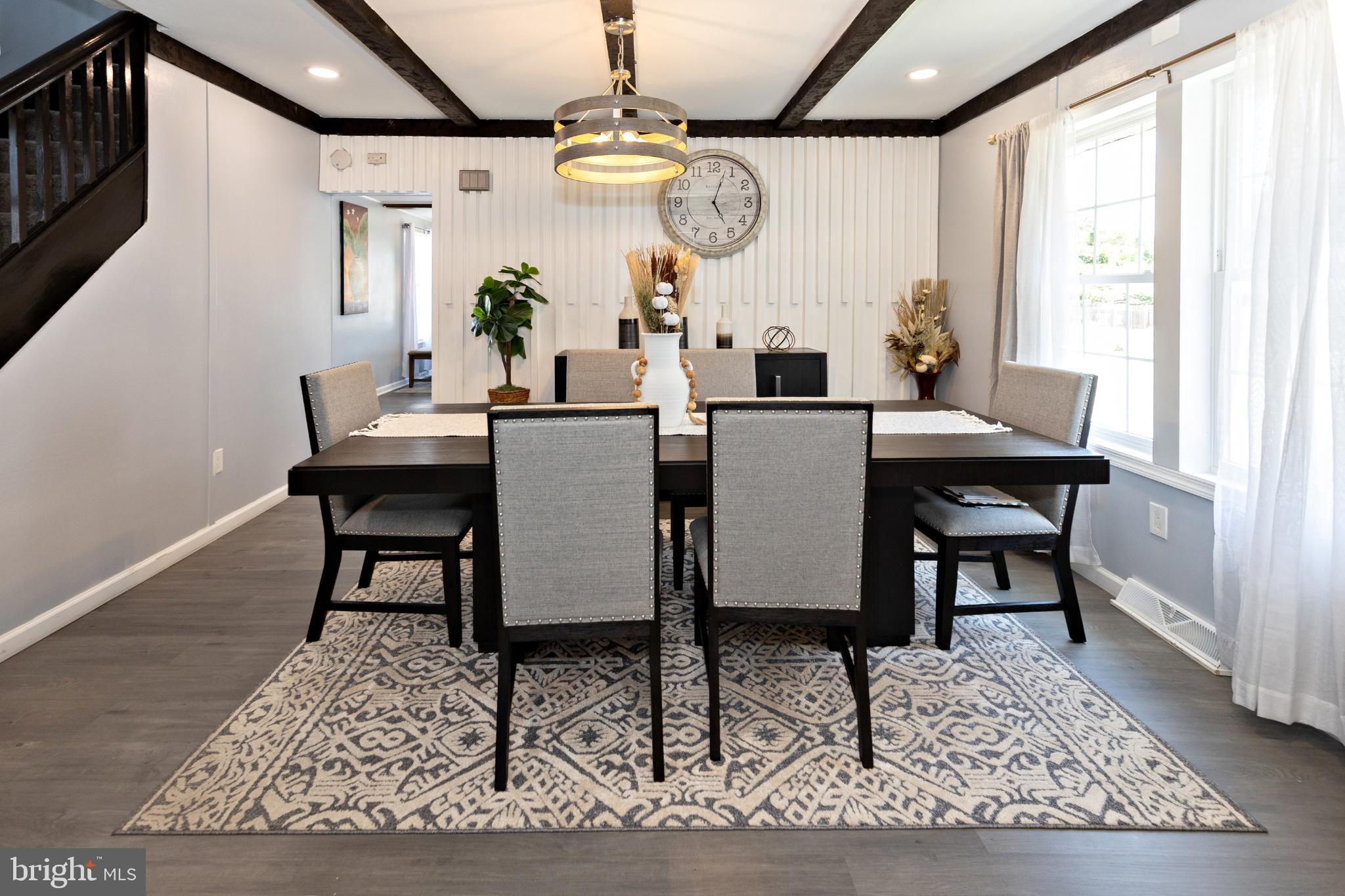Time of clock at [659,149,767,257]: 5:03
